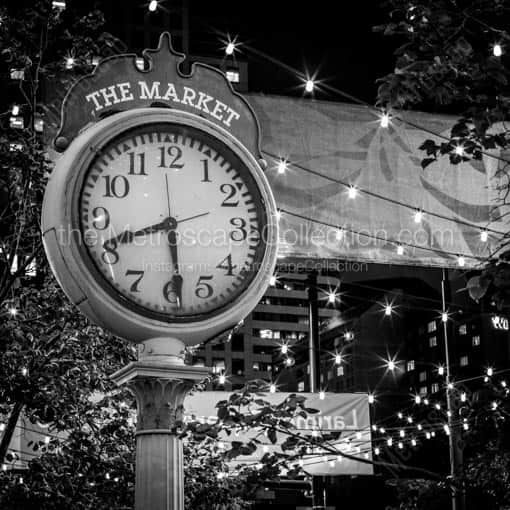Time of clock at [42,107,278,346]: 5:41
